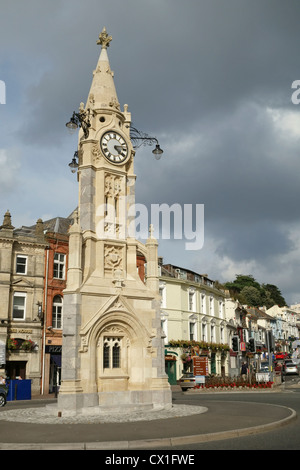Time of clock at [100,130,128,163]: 4:12
